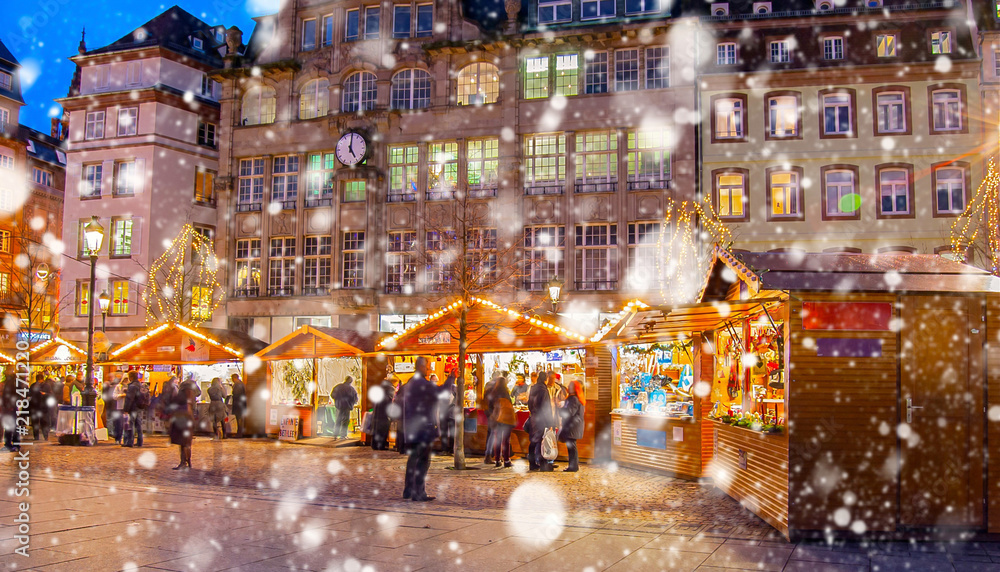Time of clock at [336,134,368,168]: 5:00
